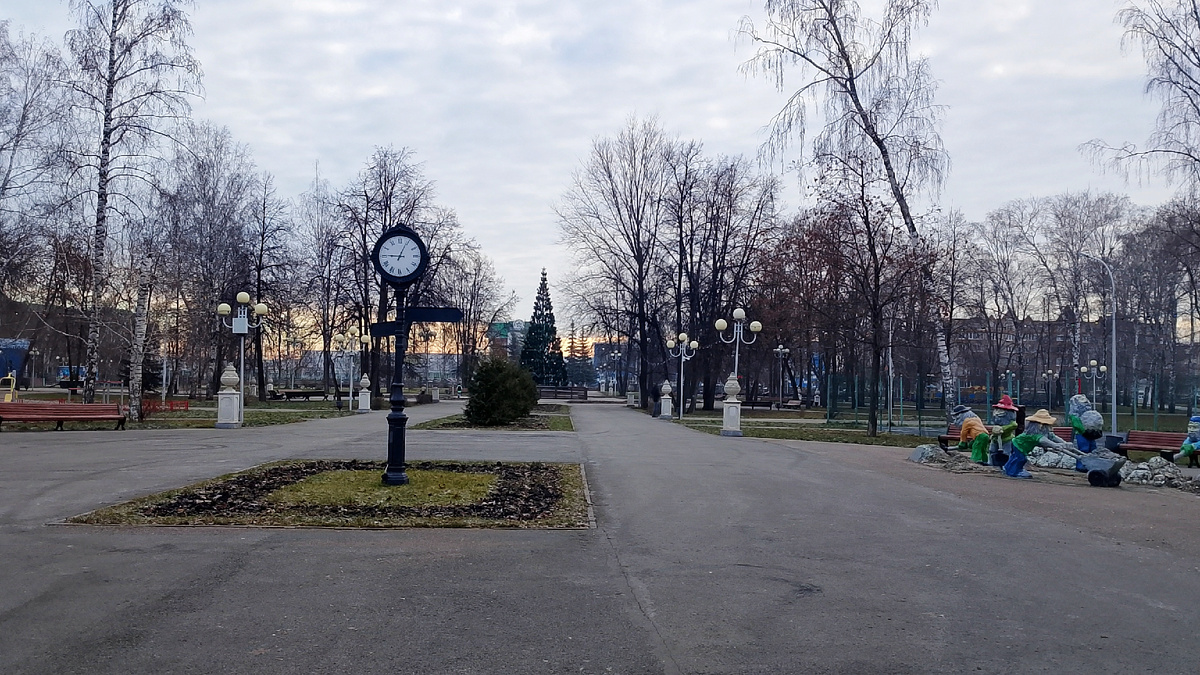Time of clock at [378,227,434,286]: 9:04
